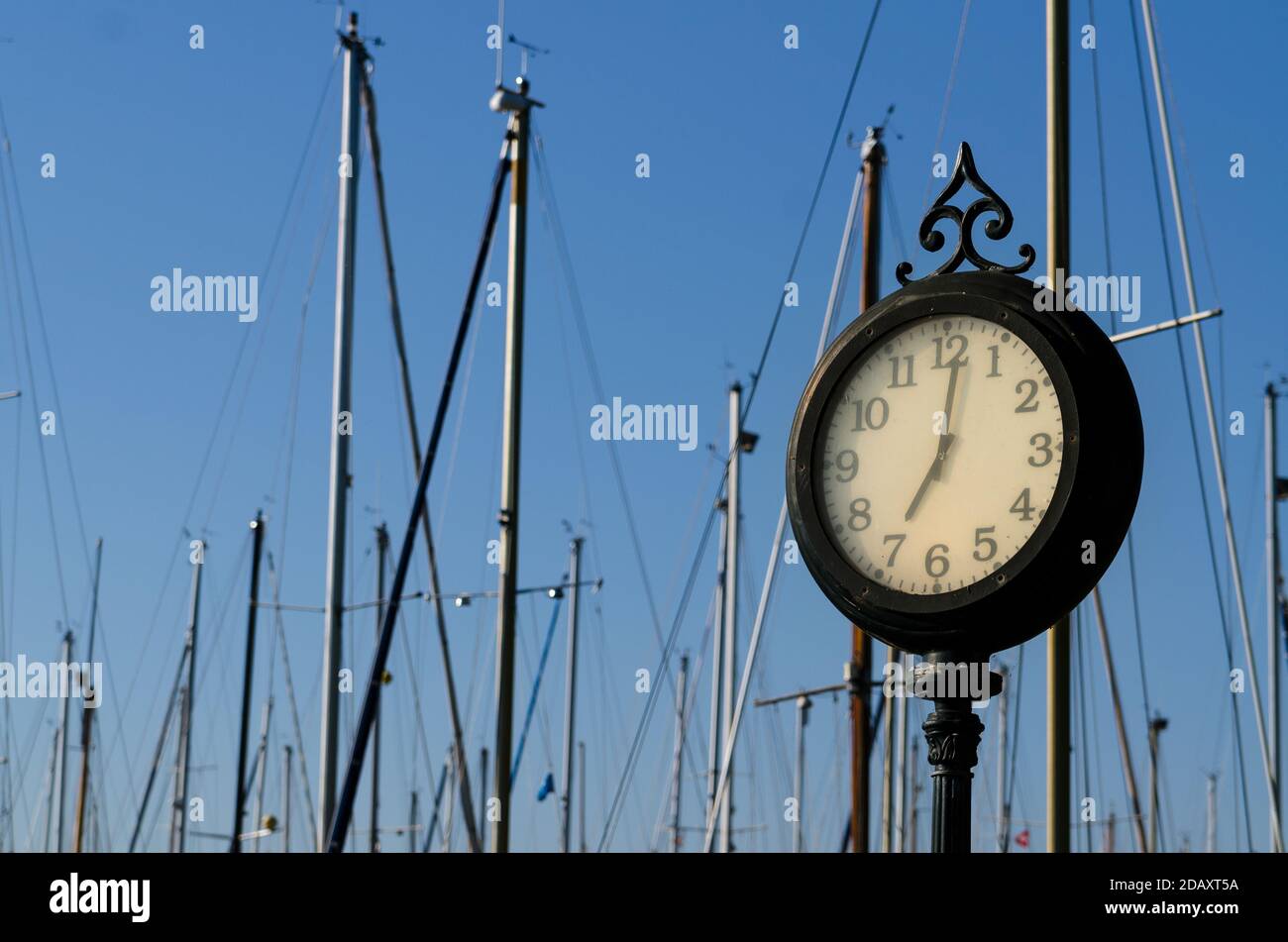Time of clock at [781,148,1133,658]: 7:01
